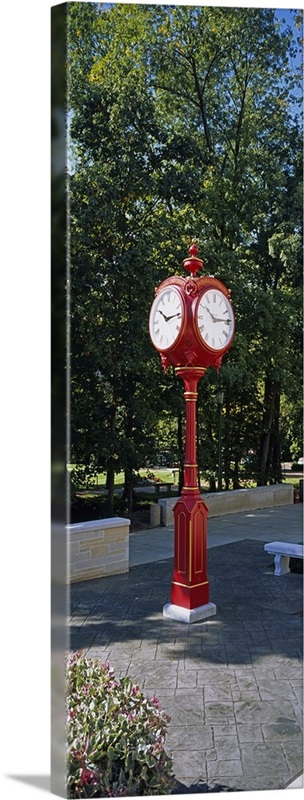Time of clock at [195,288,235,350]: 10:13
